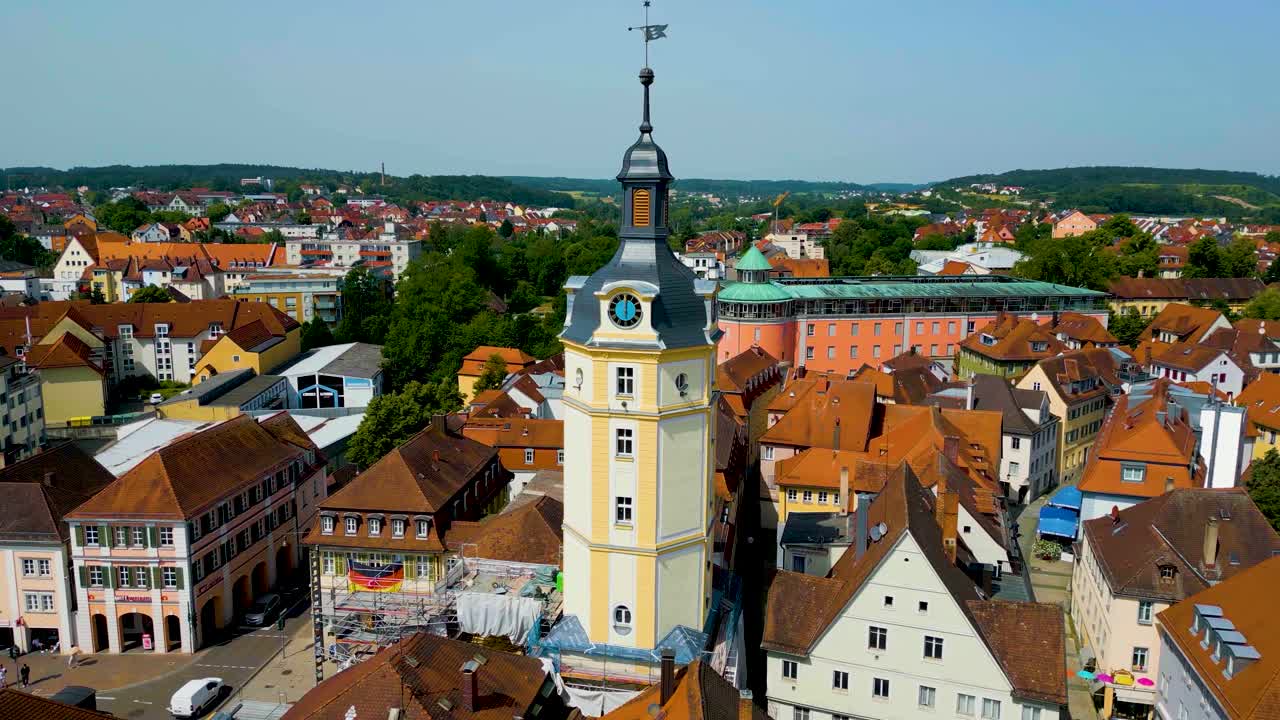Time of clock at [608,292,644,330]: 6:00
